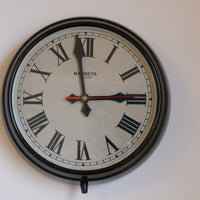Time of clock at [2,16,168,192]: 2:58
